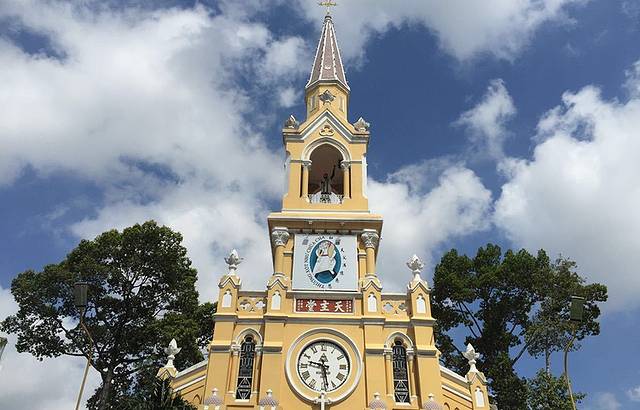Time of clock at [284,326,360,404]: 9:28
